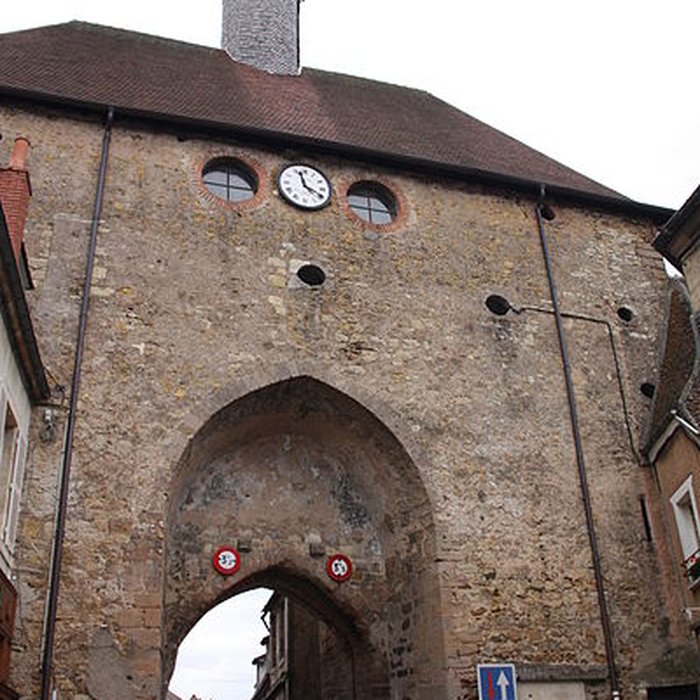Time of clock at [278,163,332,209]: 3:57
